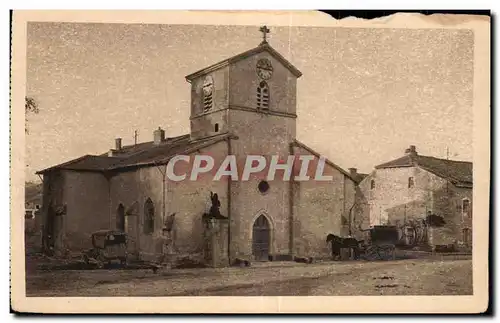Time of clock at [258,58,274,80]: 2:46
